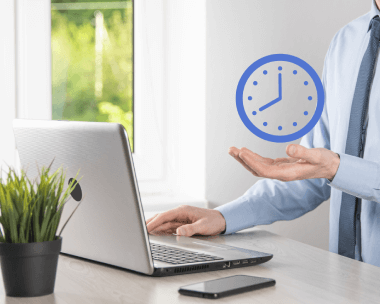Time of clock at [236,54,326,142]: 7:59
